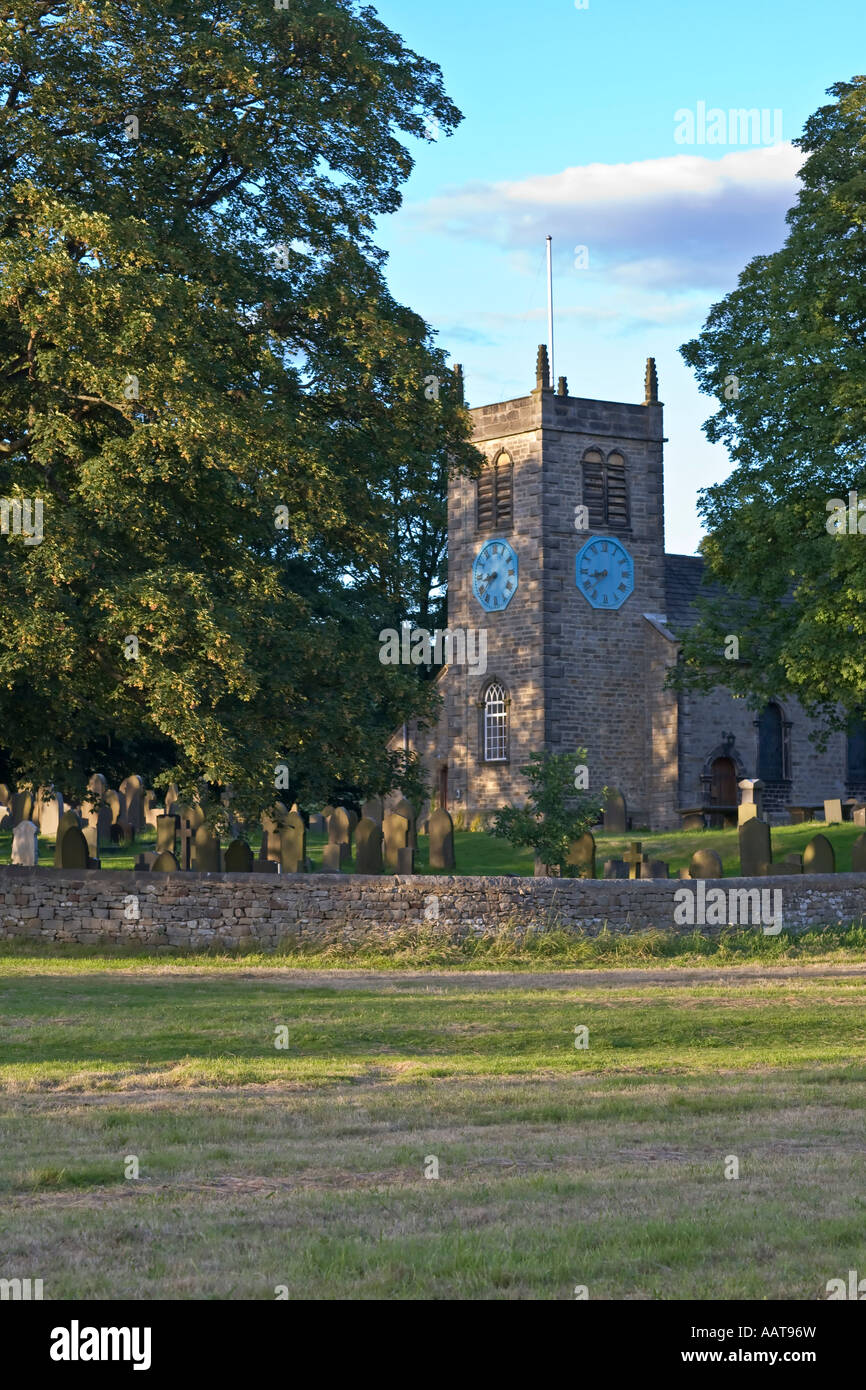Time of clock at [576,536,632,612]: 8:37
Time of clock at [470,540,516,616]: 8:38
